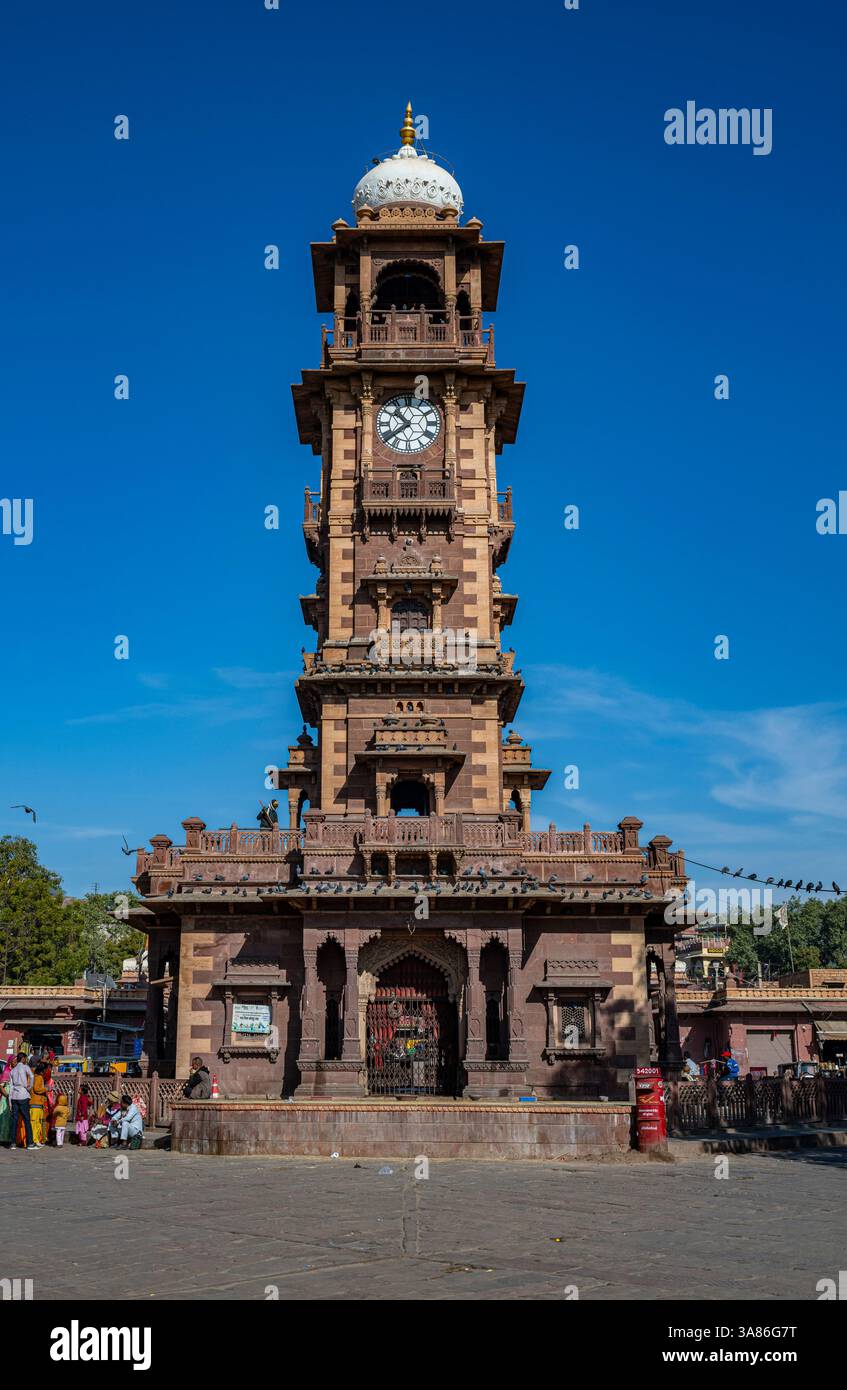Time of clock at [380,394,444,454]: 10:38
